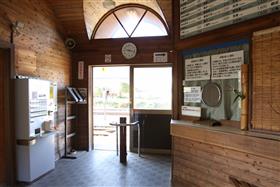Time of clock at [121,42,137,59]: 9:17
